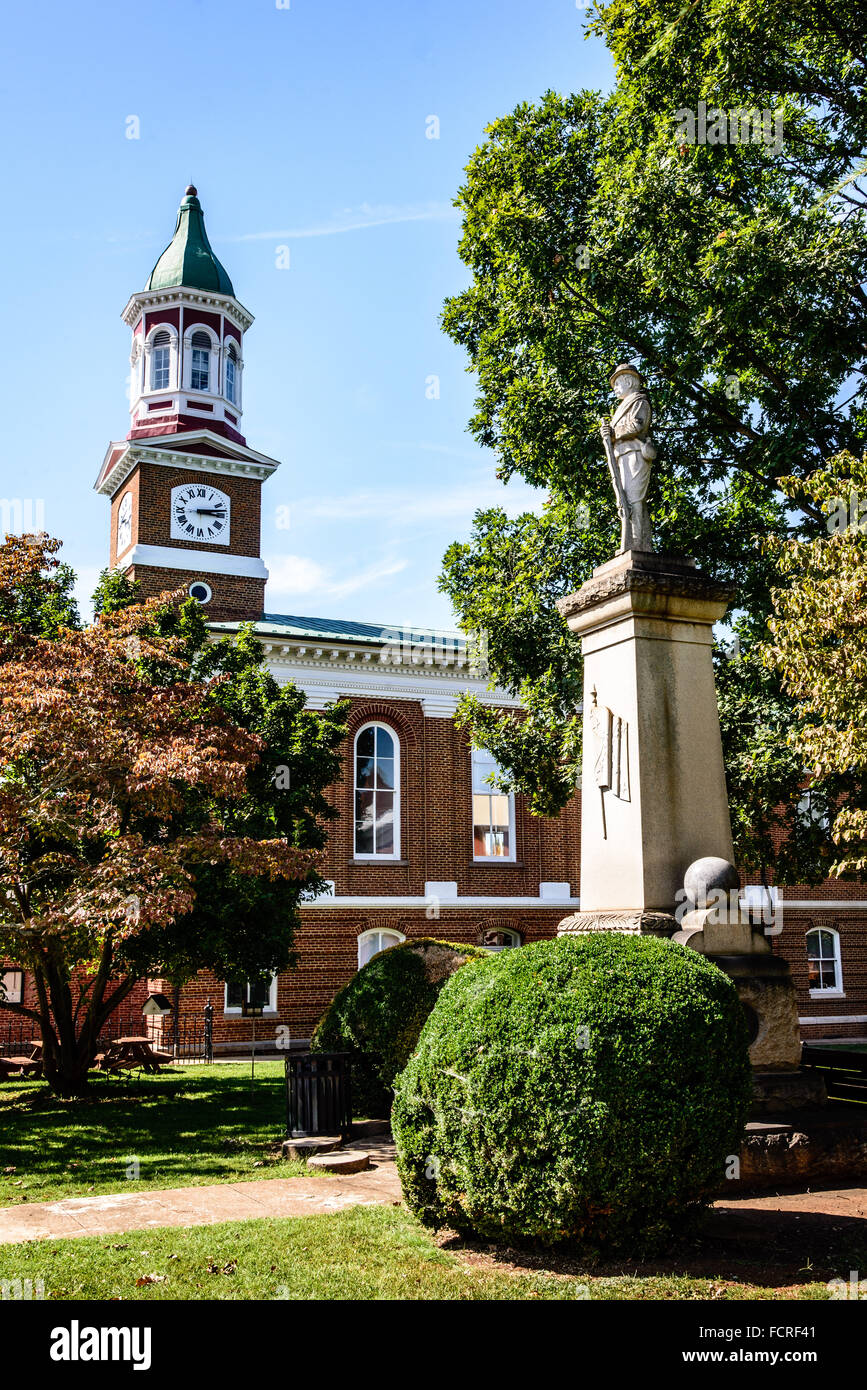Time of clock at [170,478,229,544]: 3:13
